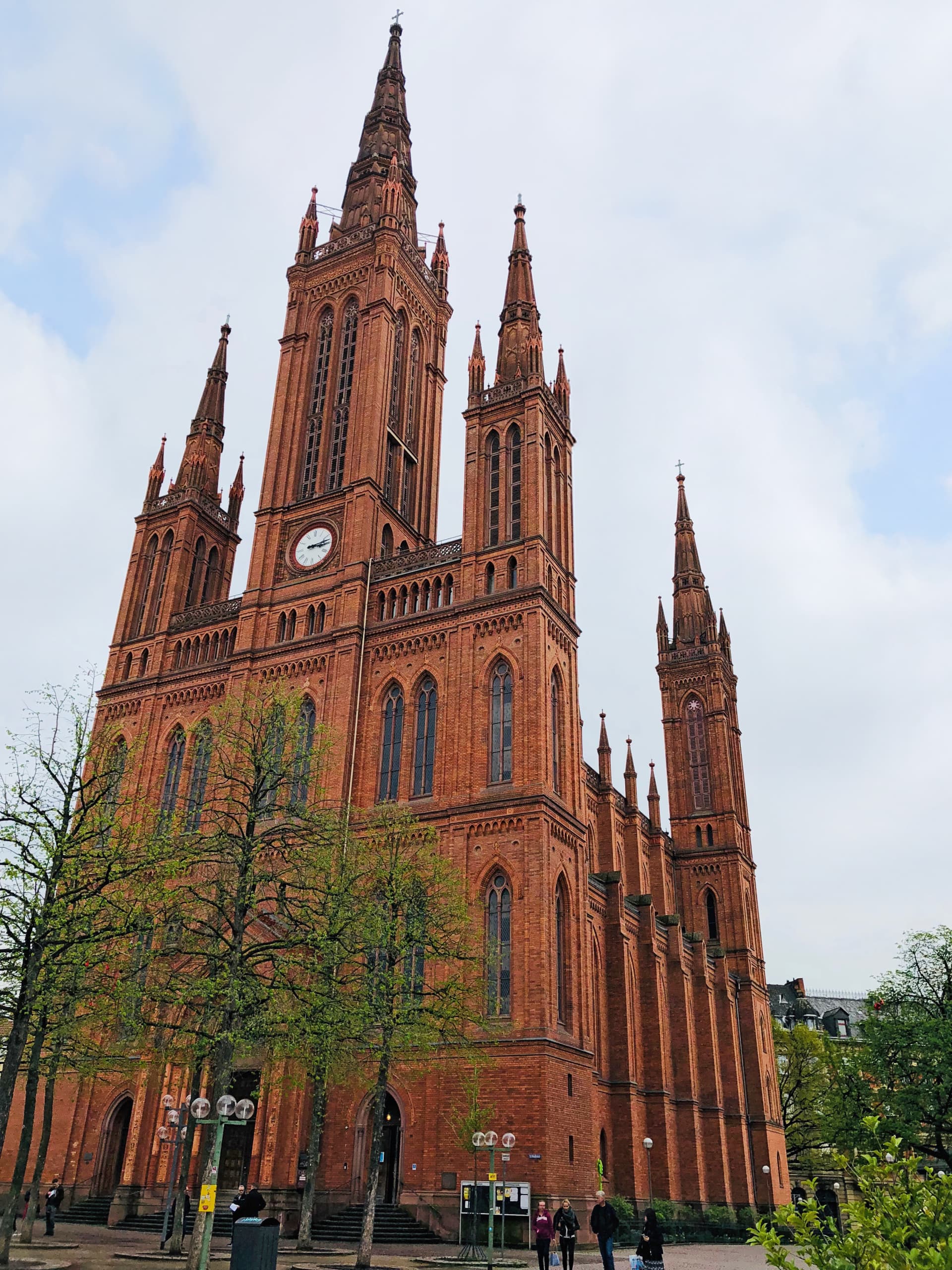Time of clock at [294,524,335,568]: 3:12
